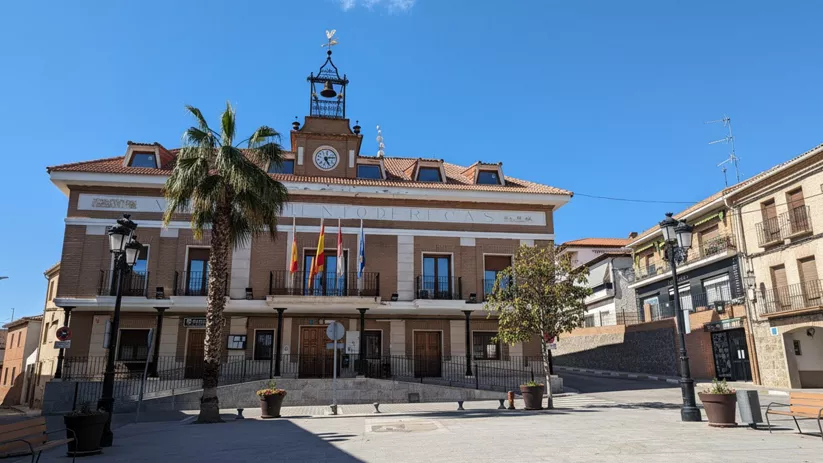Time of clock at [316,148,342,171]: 5:13
